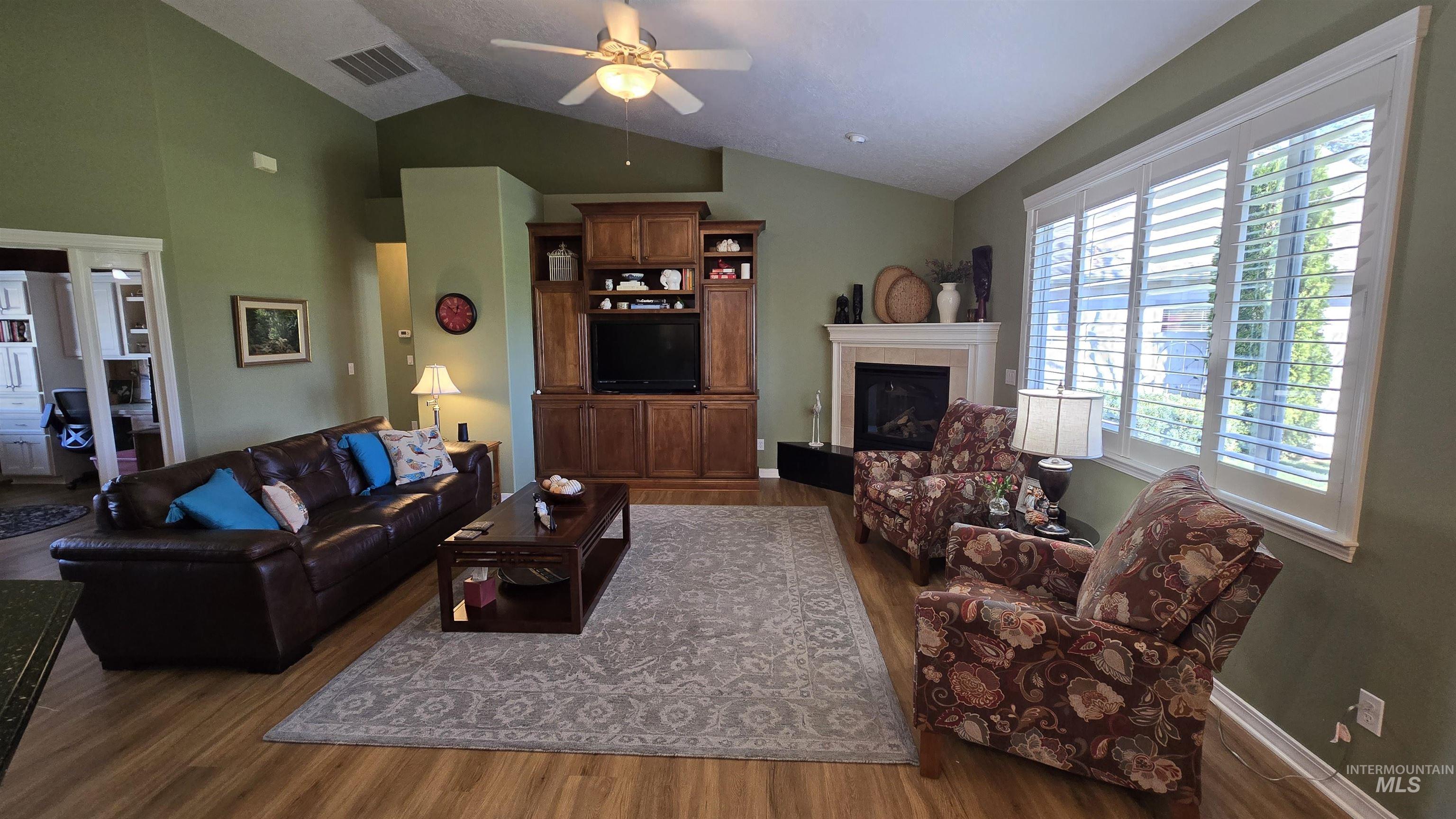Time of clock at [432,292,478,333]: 12:52
